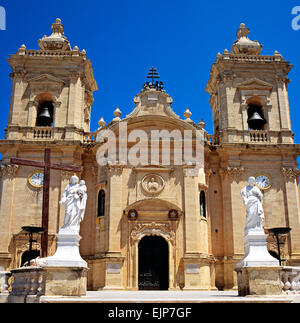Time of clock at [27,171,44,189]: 11:46
